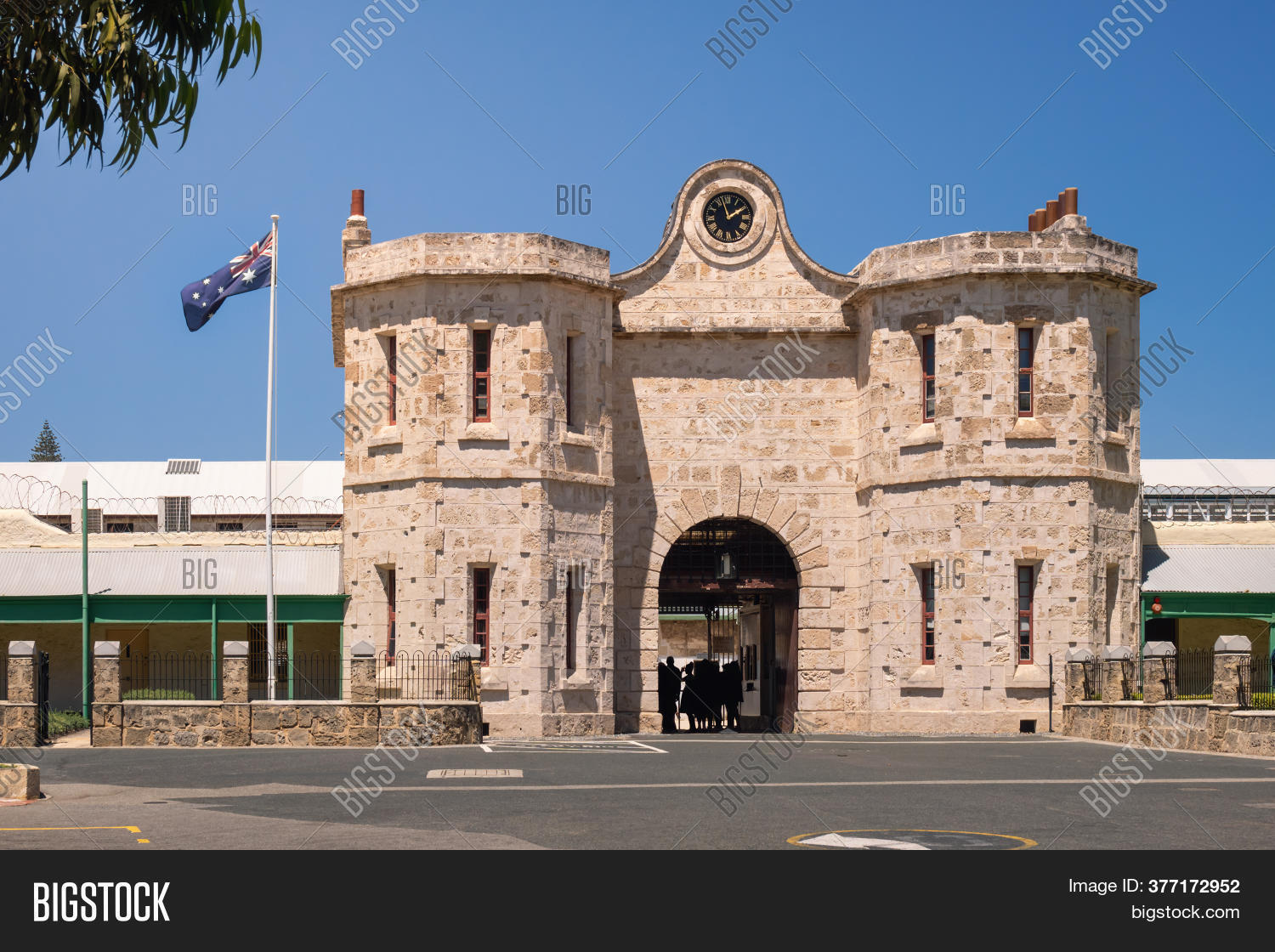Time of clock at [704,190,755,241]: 1:57
